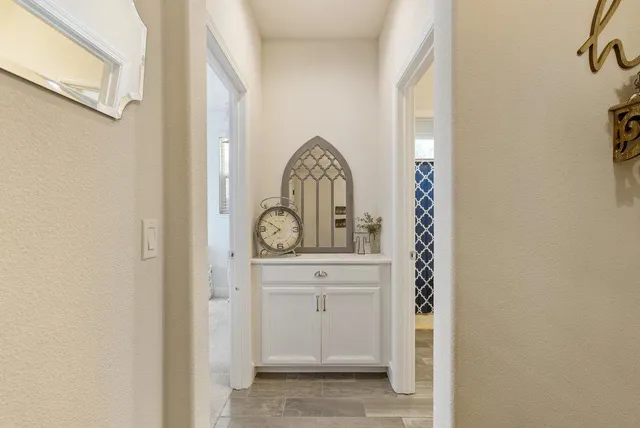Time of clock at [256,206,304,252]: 7:50
